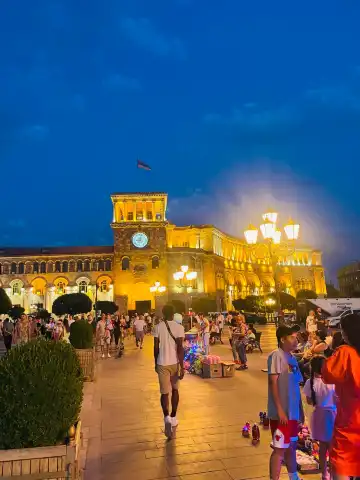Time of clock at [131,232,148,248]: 9:02
